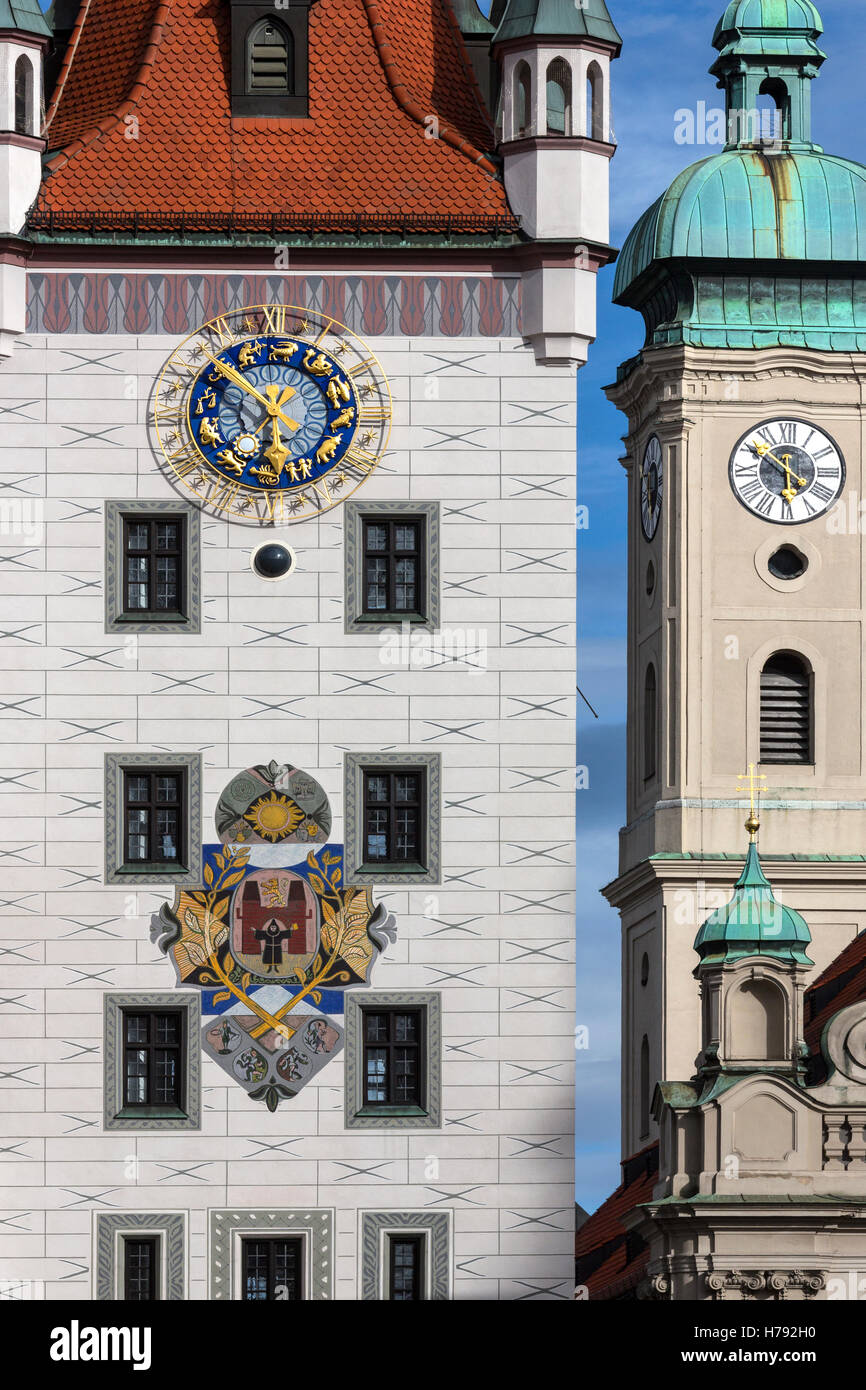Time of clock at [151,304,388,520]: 5:51
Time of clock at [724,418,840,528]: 5:51
